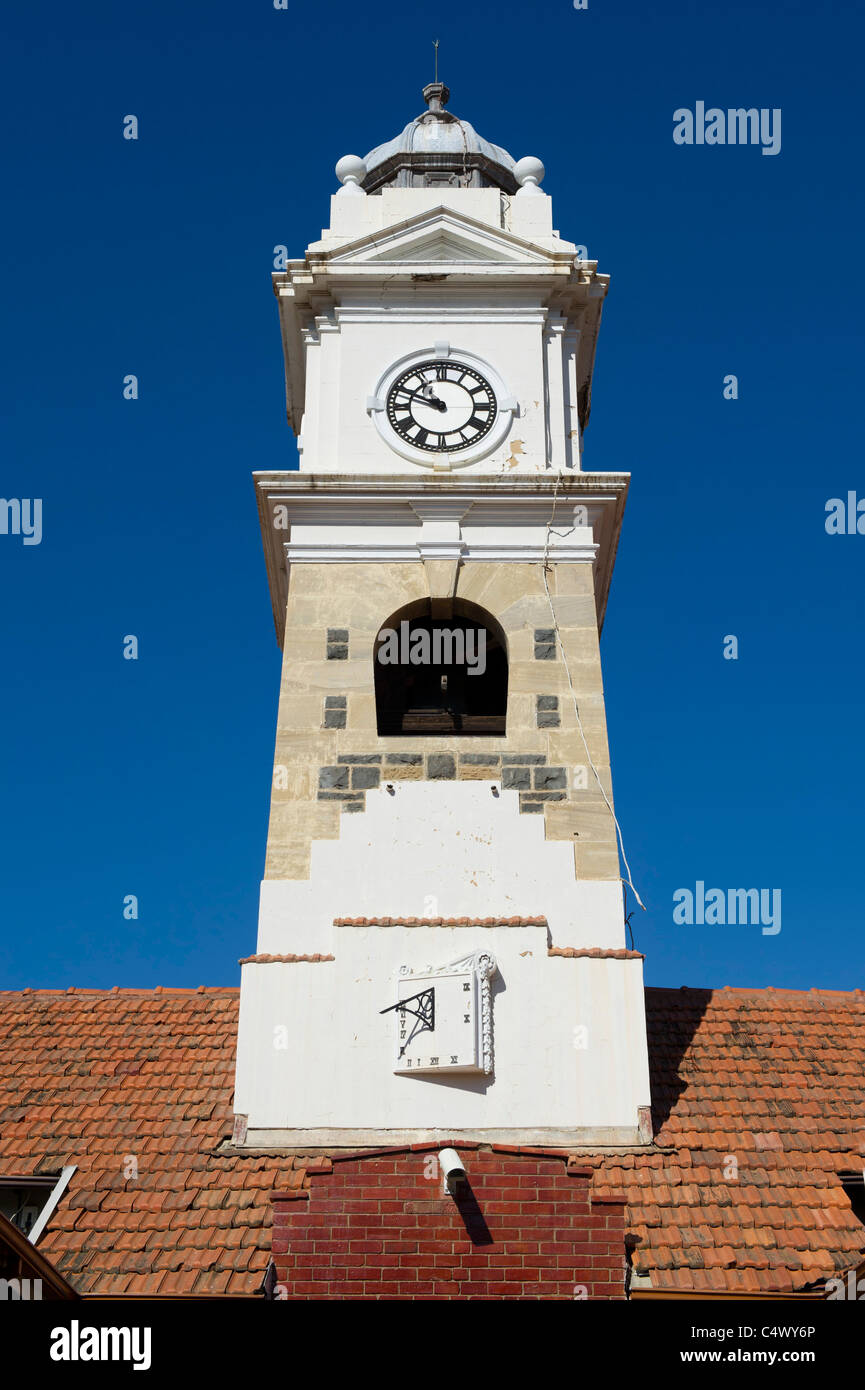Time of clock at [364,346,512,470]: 10:48
